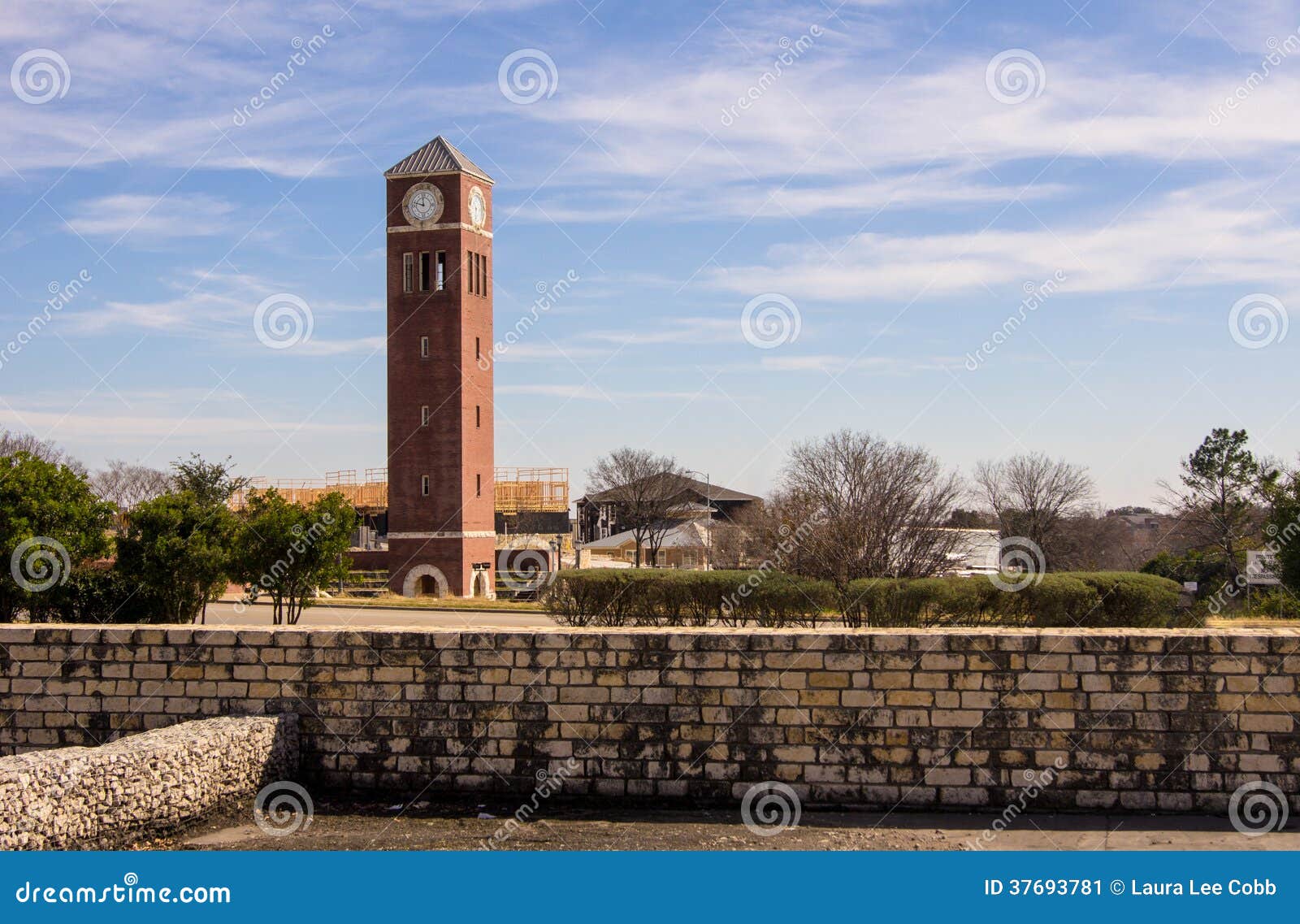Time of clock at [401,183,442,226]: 11:47
